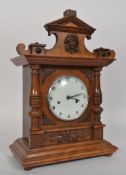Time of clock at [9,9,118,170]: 3:12
